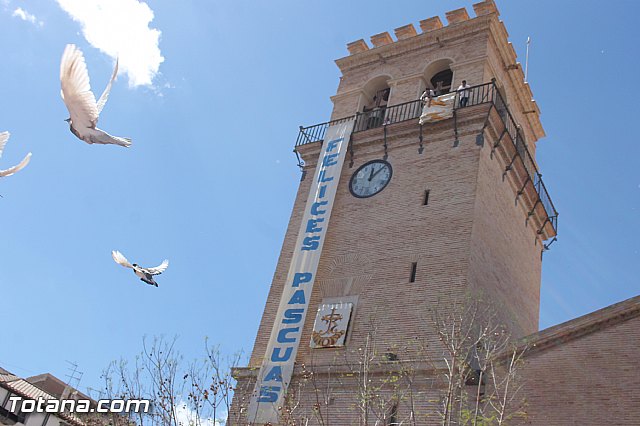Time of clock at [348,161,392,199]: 12:07
